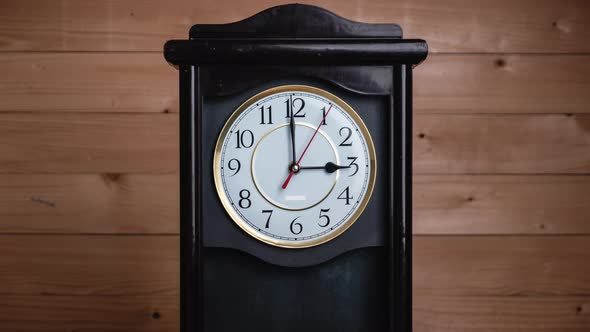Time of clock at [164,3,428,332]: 2:59
